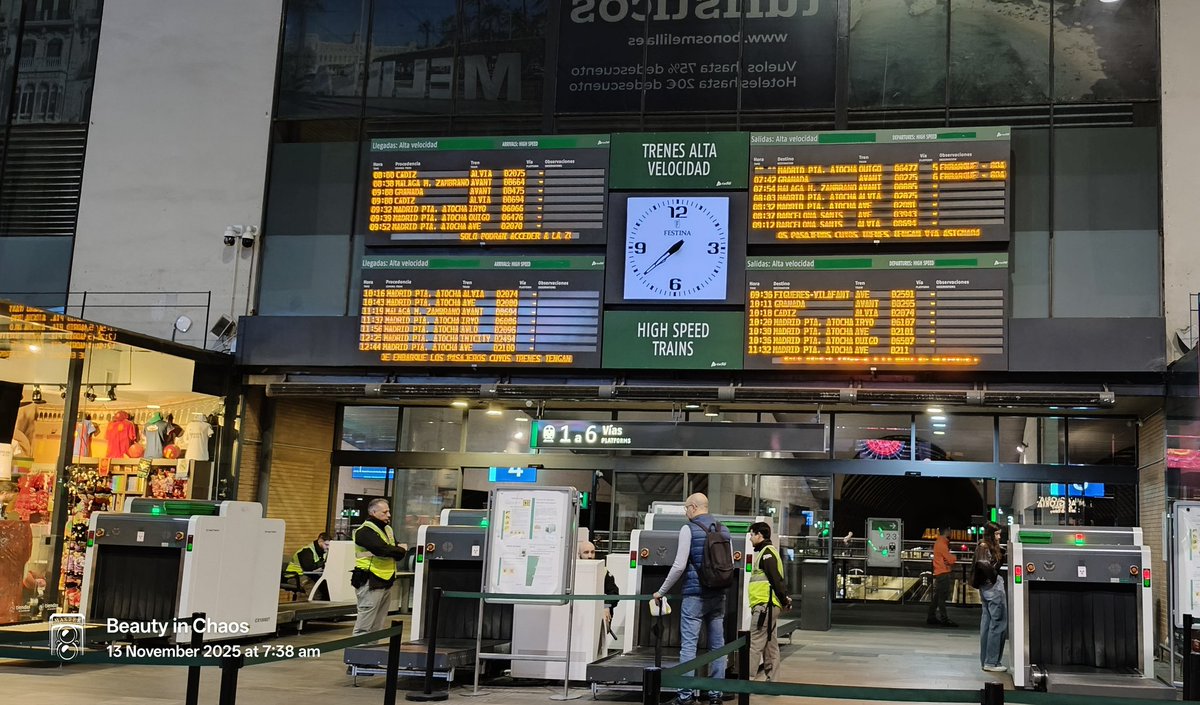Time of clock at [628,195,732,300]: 7:37
